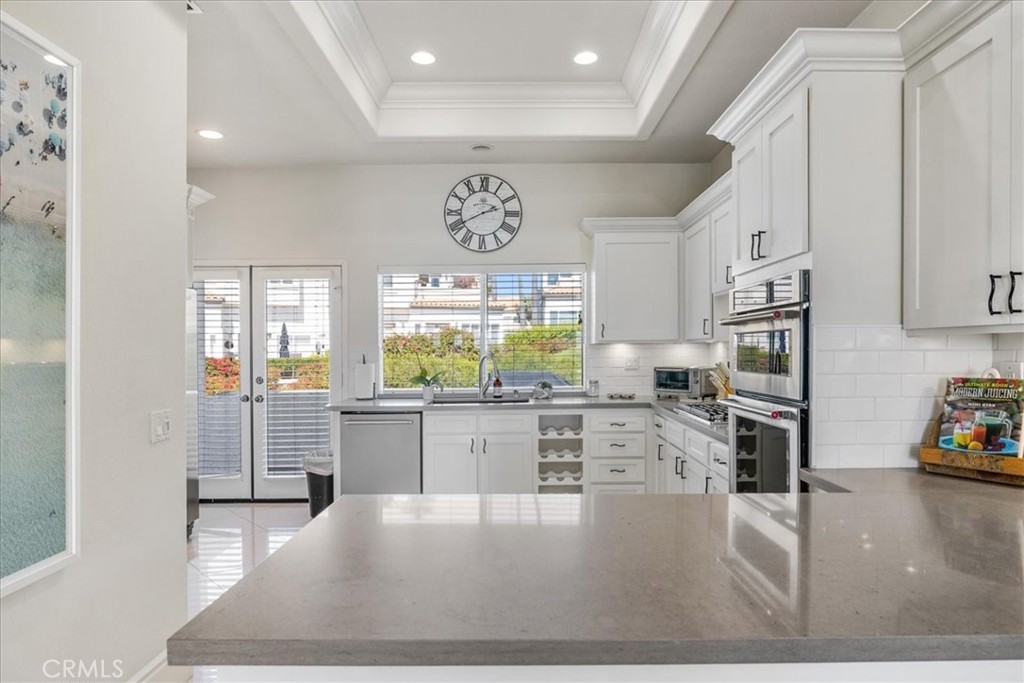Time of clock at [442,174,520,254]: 2:40
